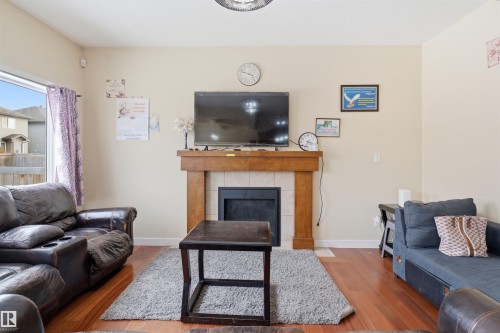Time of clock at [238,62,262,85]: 3:48
